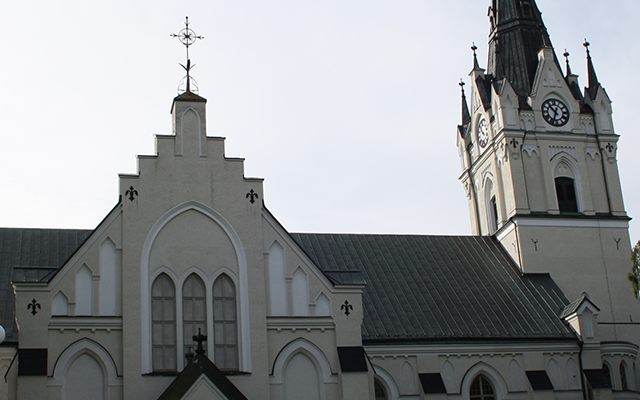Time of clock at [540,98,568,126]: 12:53
